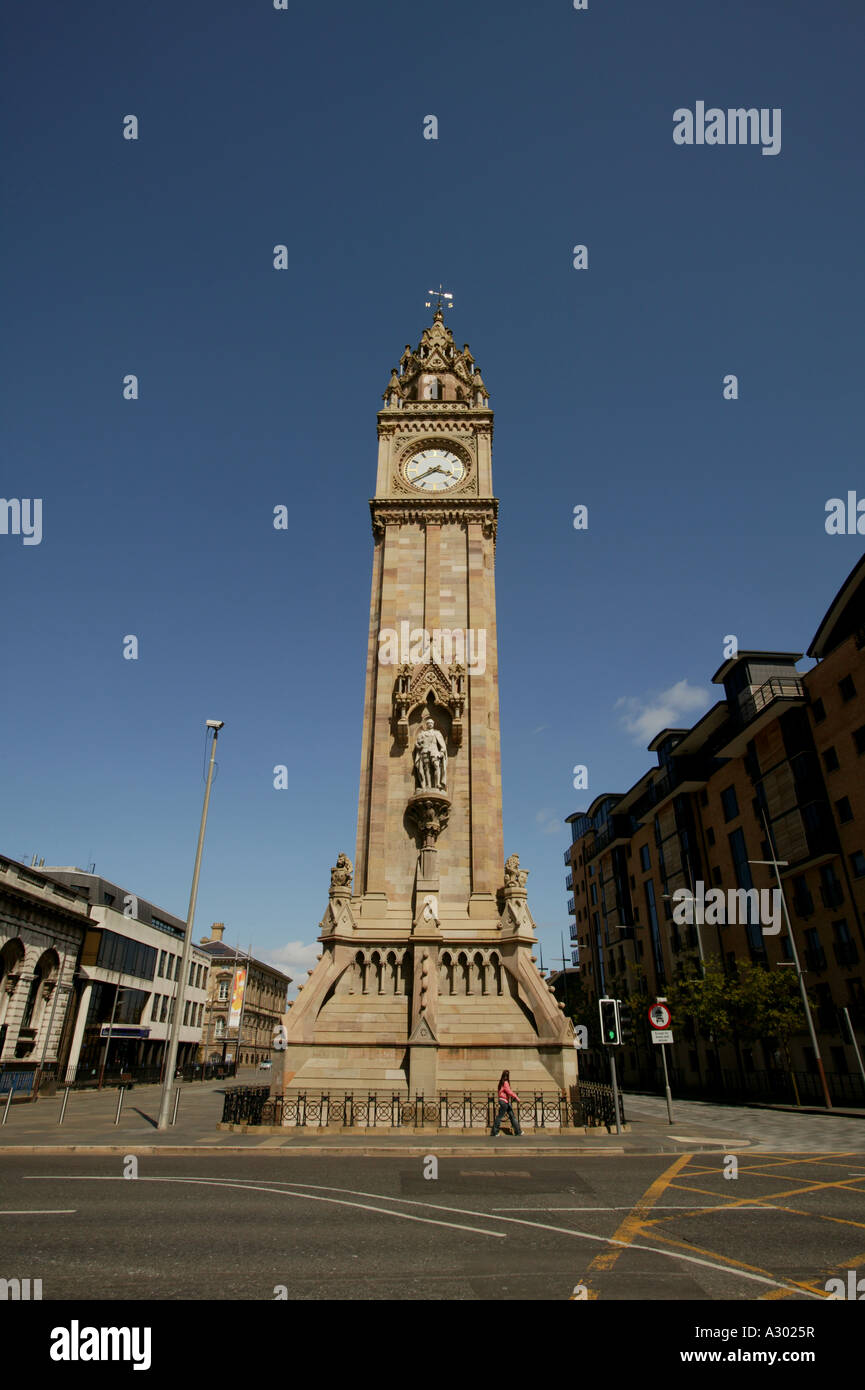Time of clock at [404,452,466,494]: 3:39
